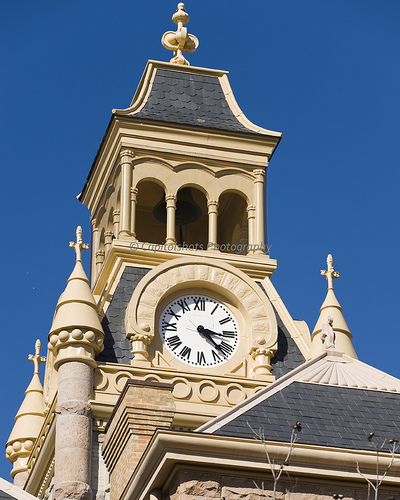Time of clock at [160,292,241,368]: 3:22
